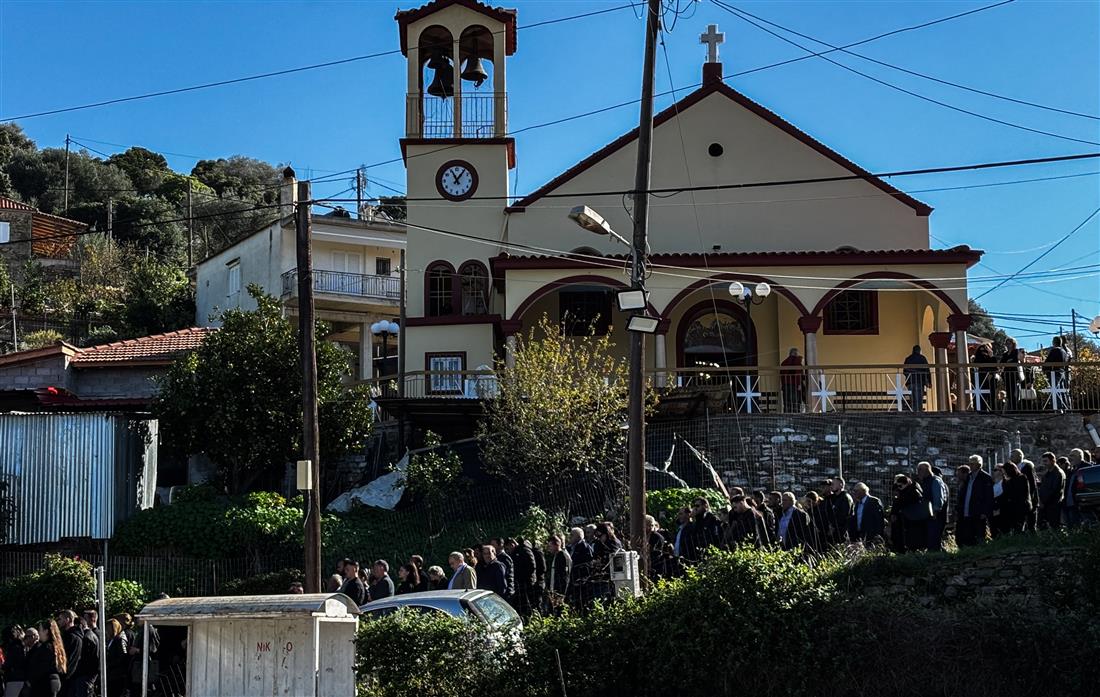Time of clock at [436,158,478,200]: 11:06
